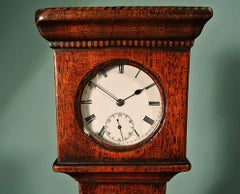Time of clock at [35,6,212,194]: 1:50
